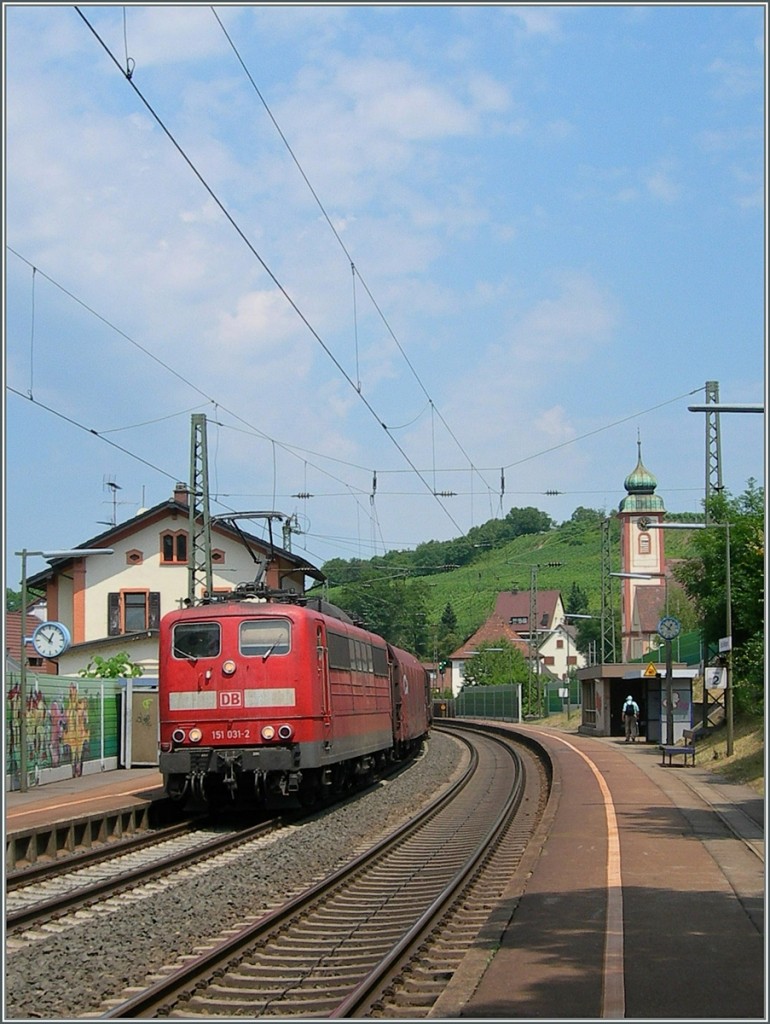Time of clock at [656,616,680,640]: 12:52
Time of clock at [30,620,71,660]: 12:52
